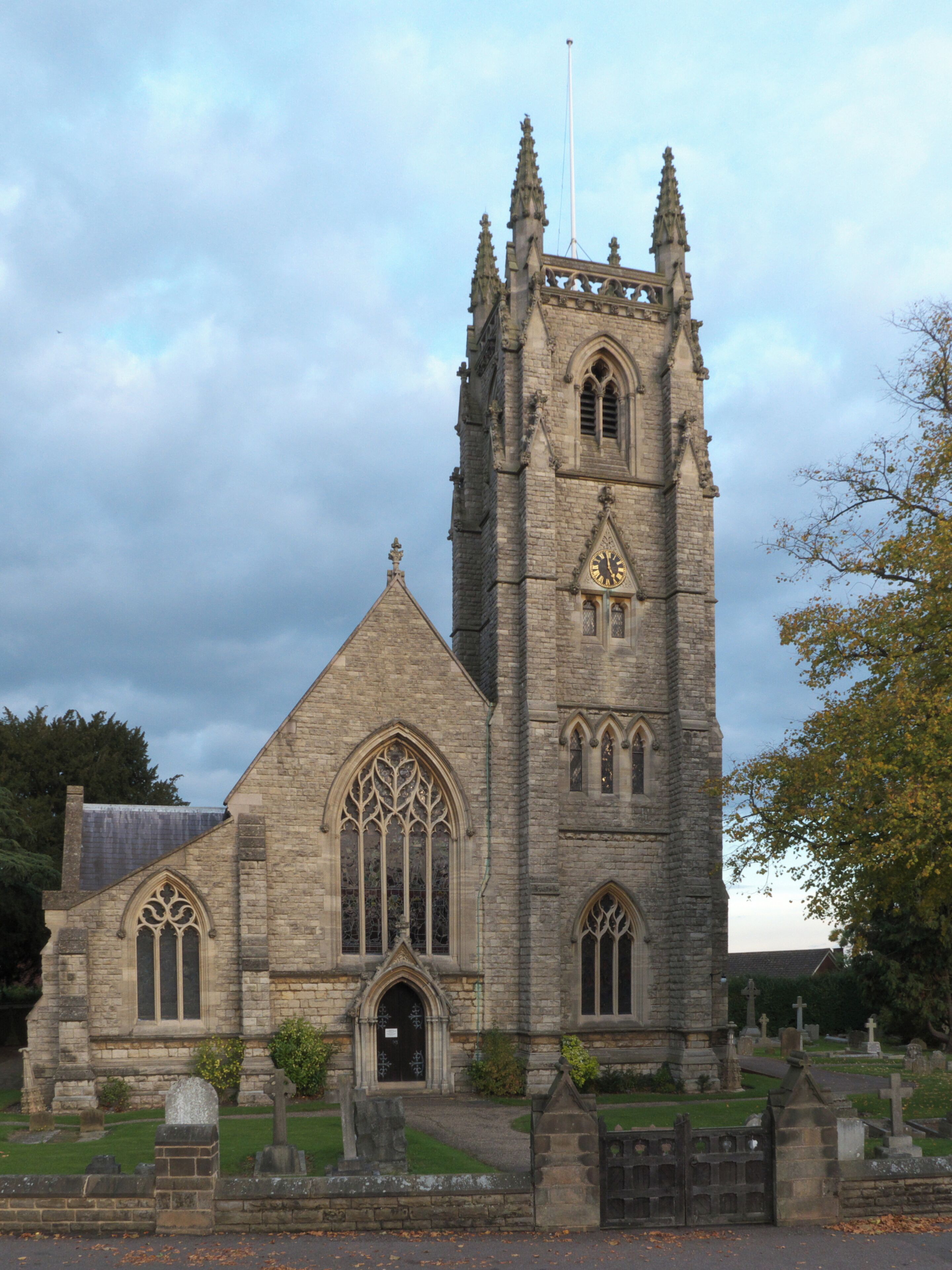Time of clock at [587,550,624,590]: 4:59
